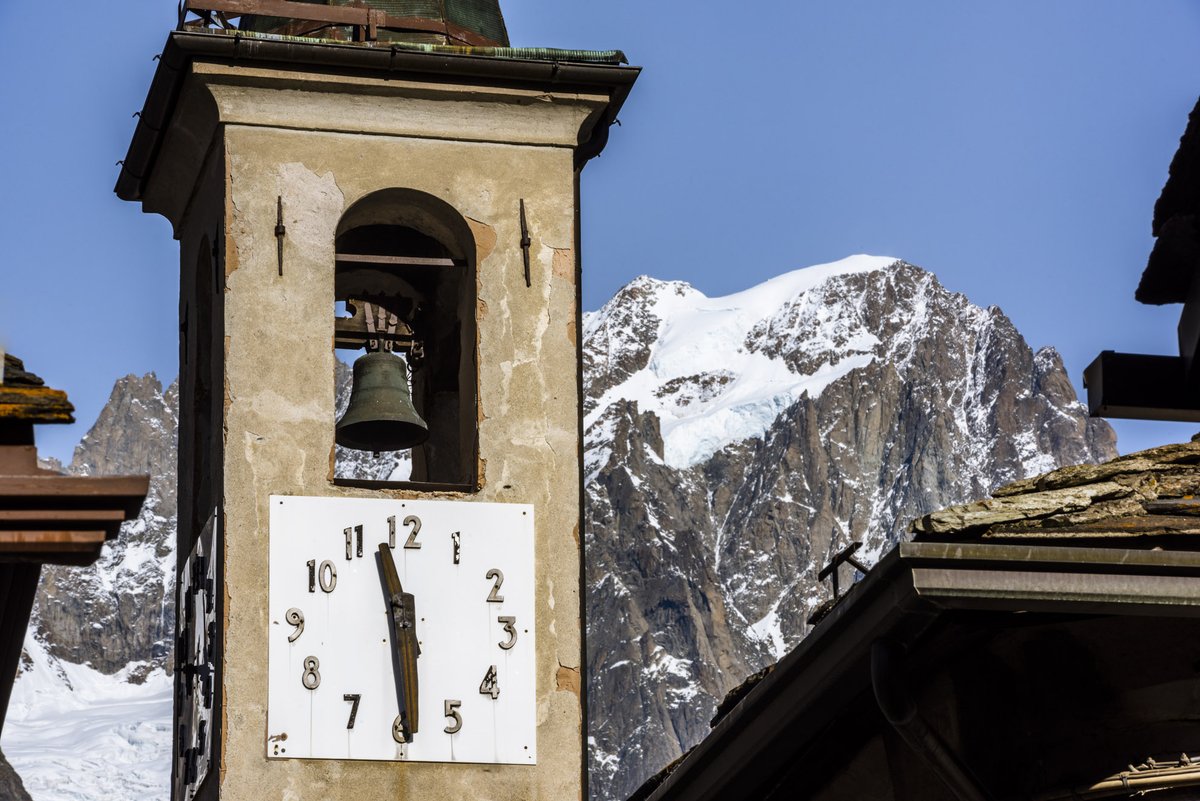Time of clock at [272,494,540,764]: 11:29
